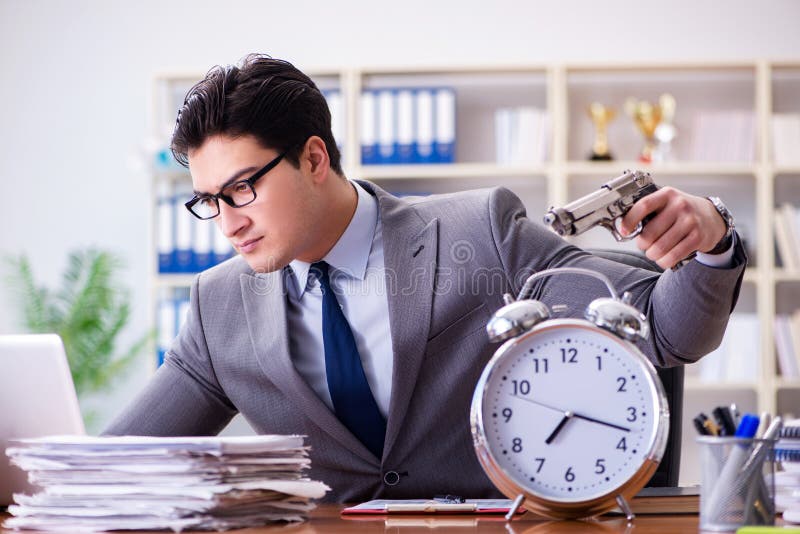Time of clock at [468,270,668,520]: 7:17
